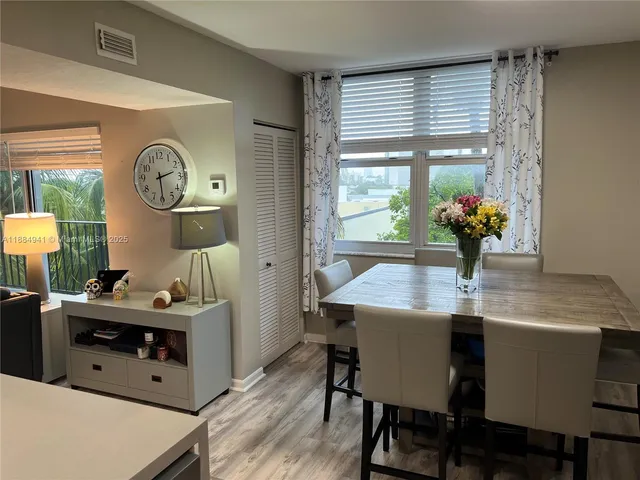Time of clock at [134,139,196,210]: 2:29
